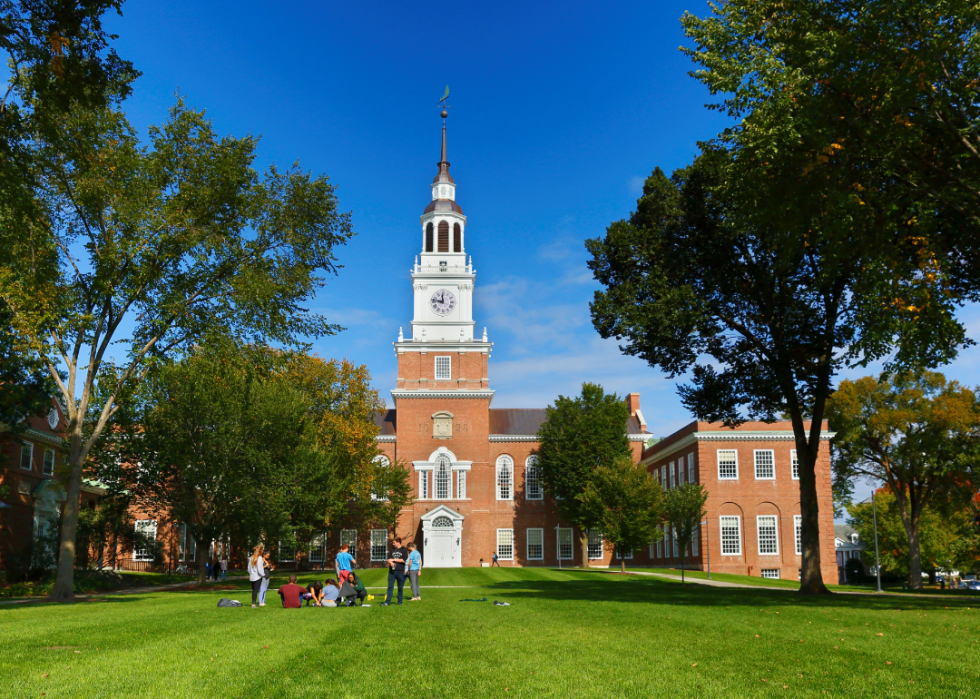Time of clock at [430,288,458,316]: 11:46
